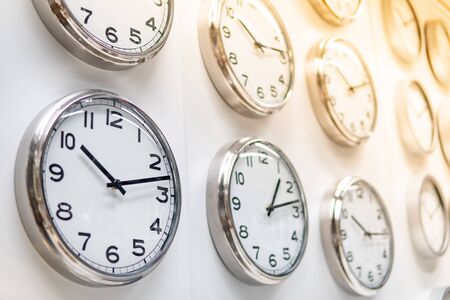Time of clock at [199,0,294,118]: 10:13
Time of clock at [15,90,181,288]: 10:12
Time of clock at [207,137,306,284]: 1:13
